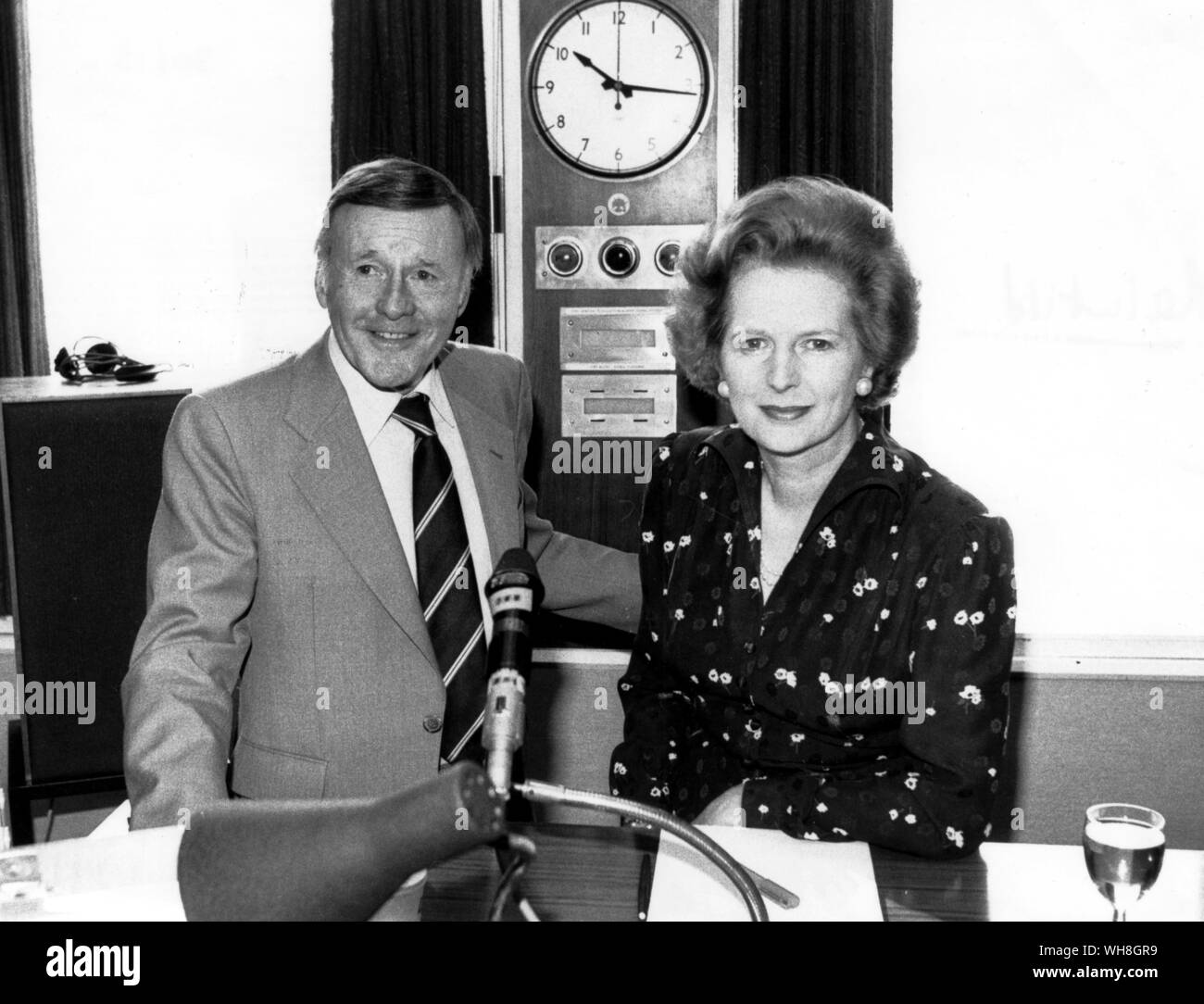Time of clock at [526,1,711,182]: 10:15
